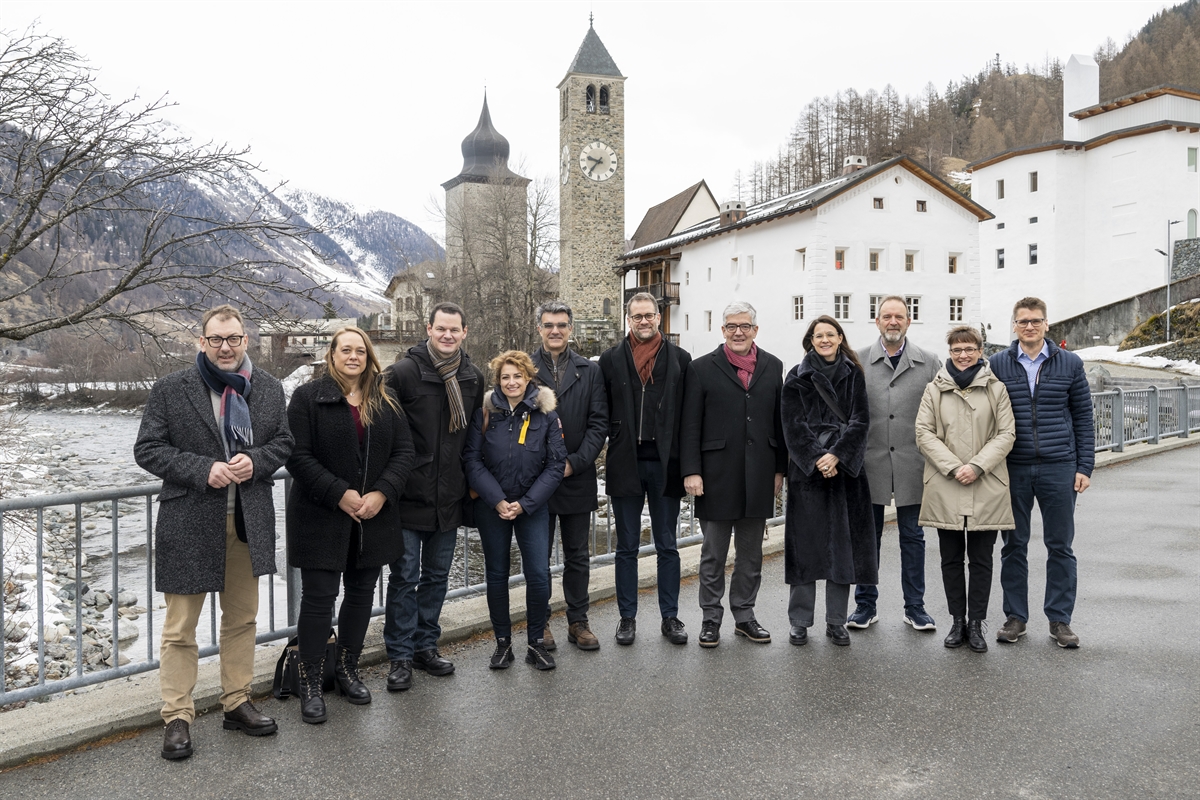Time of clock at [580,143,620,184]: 9:36
